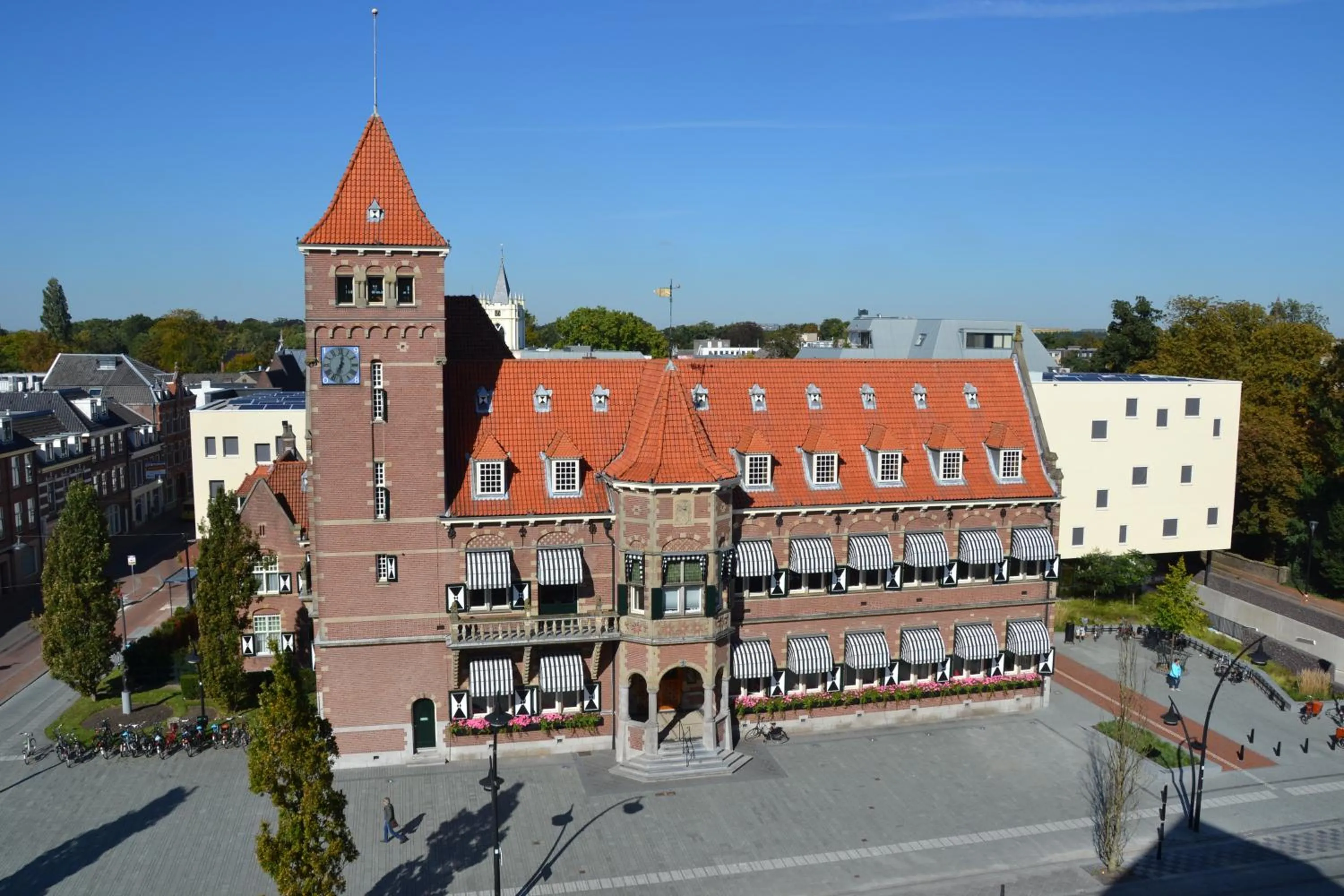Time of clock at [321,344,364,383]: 7:02
